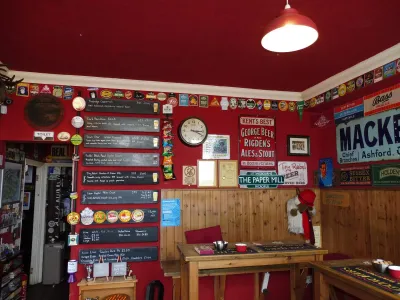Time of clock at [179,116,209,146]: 3:19
